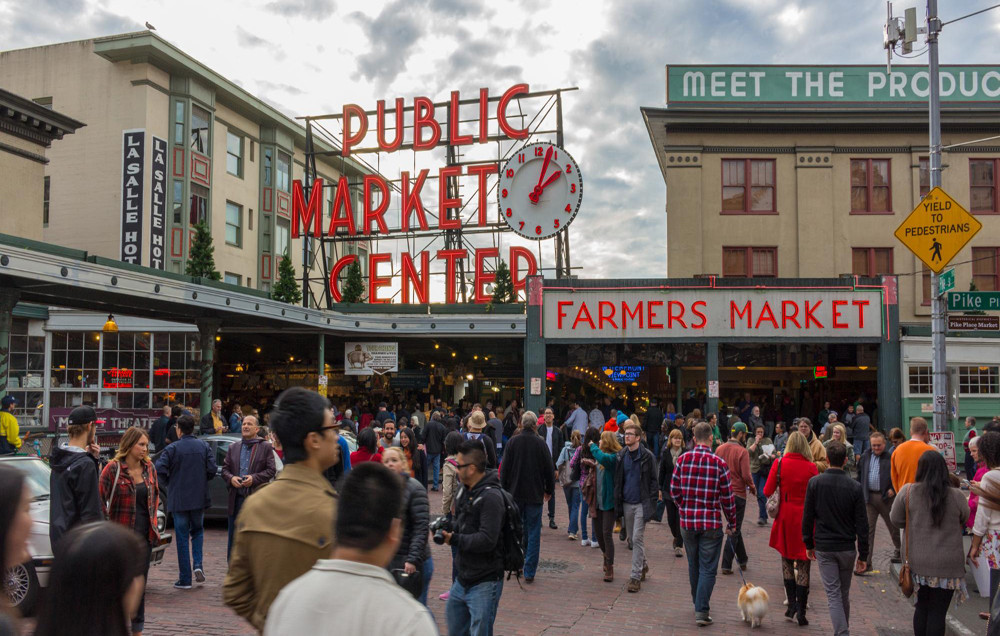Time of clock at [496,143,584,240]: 2:03
